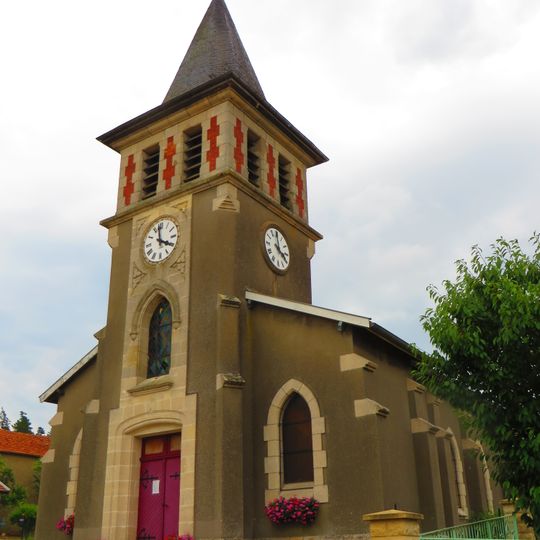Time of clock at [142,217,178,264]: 3:58
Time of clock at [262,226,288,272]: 3:59
